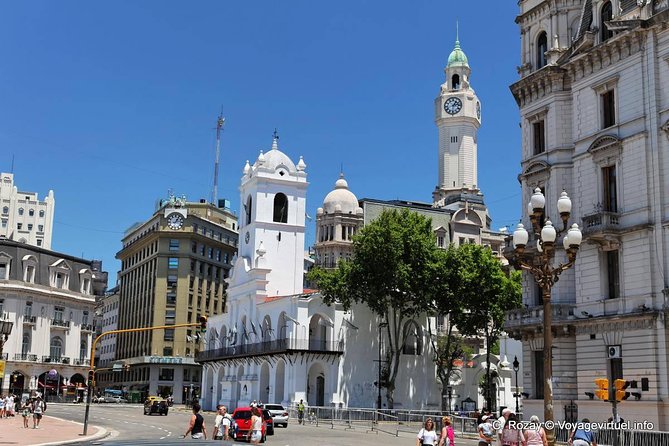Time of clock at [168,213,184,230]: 1:13
